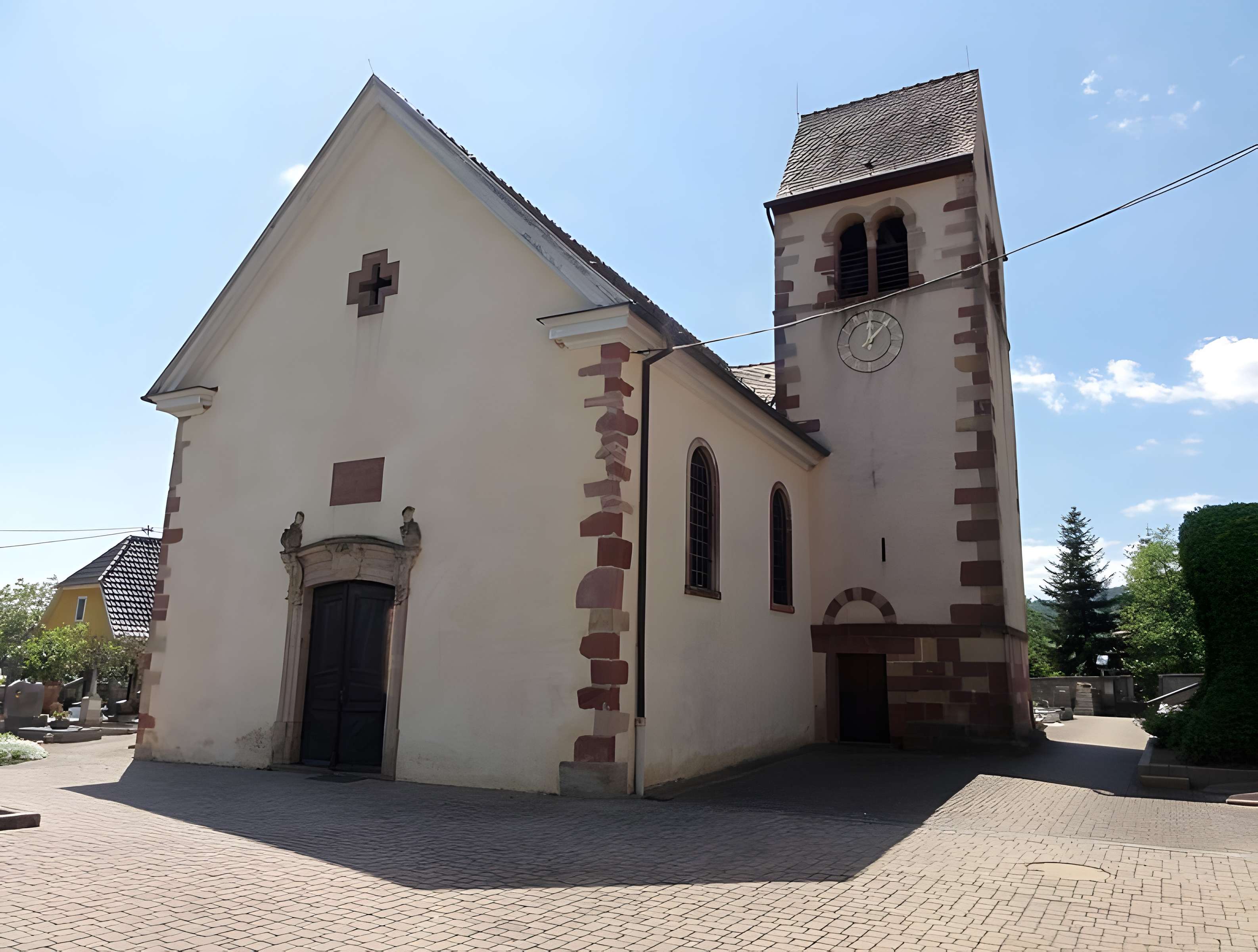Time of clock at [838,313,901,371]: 12:07
